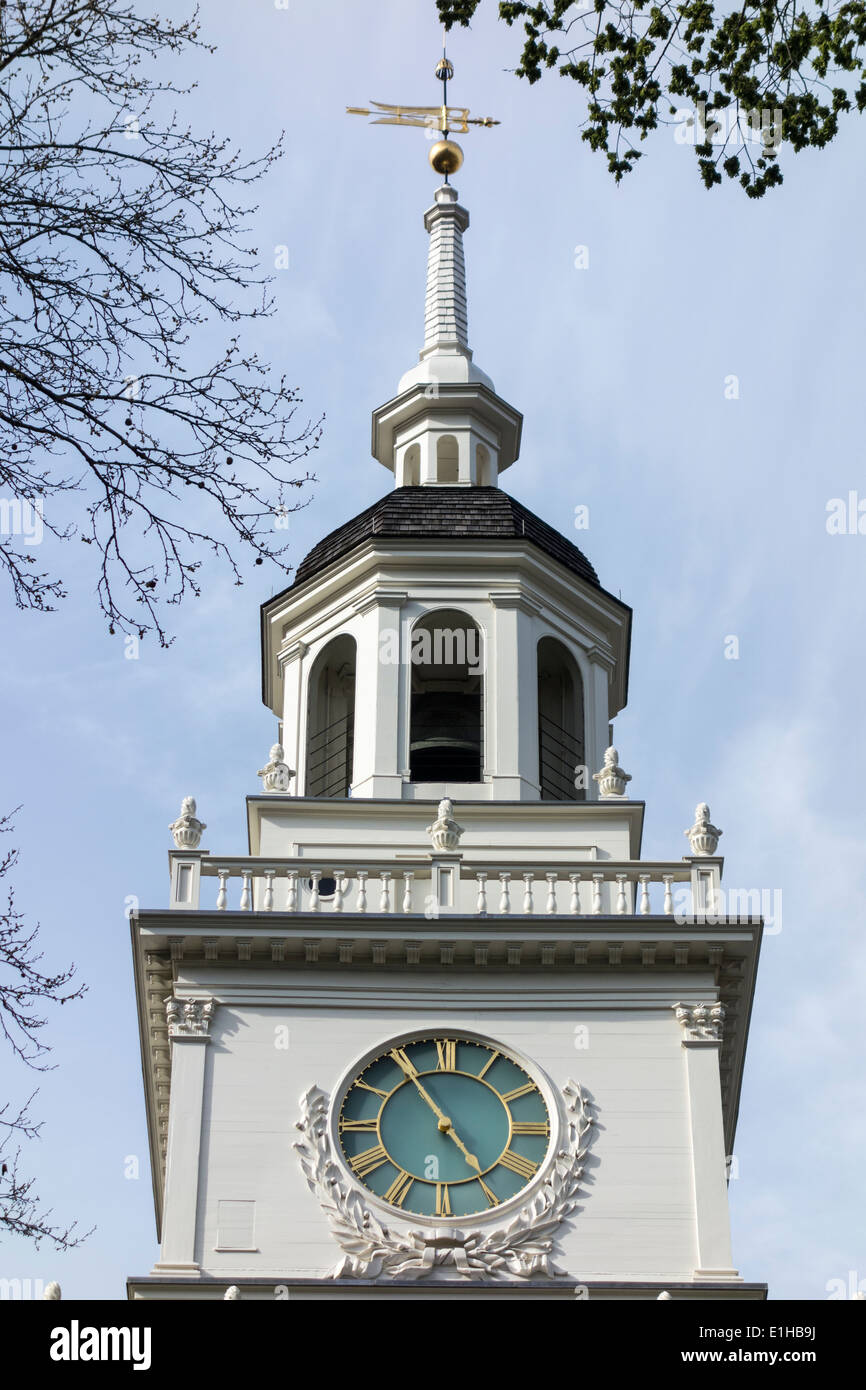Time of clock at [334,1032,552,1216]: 4:54
